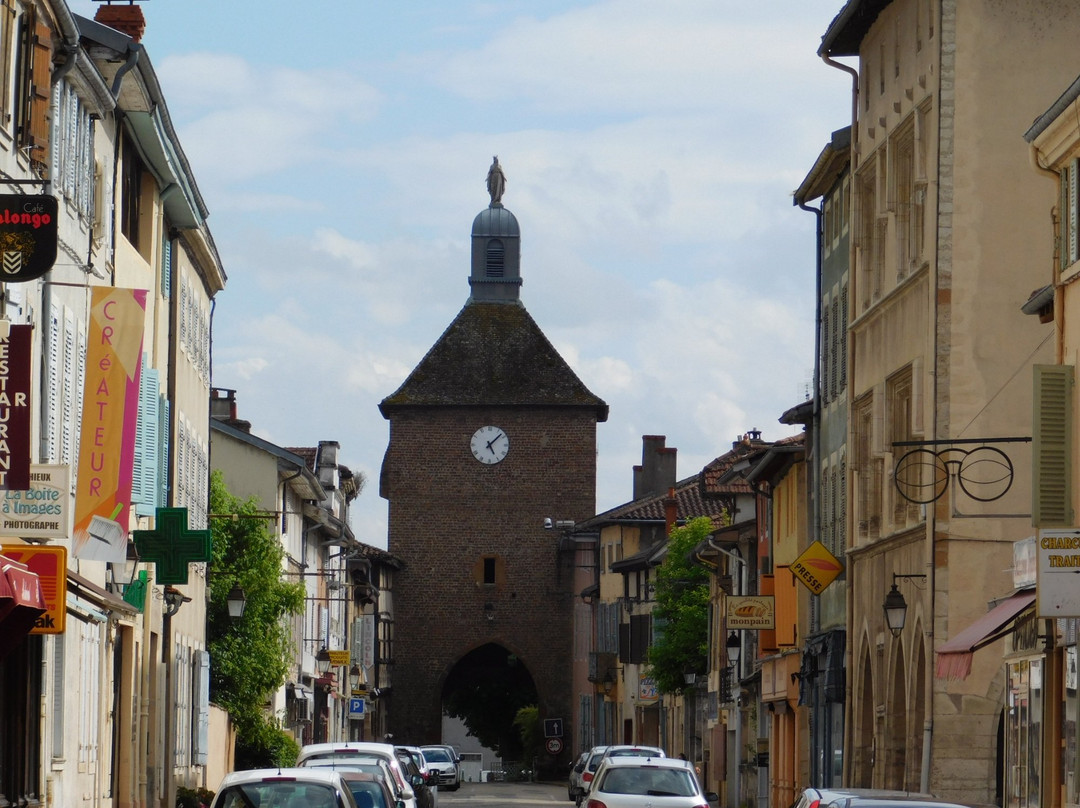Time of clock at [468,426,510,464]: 5:07
